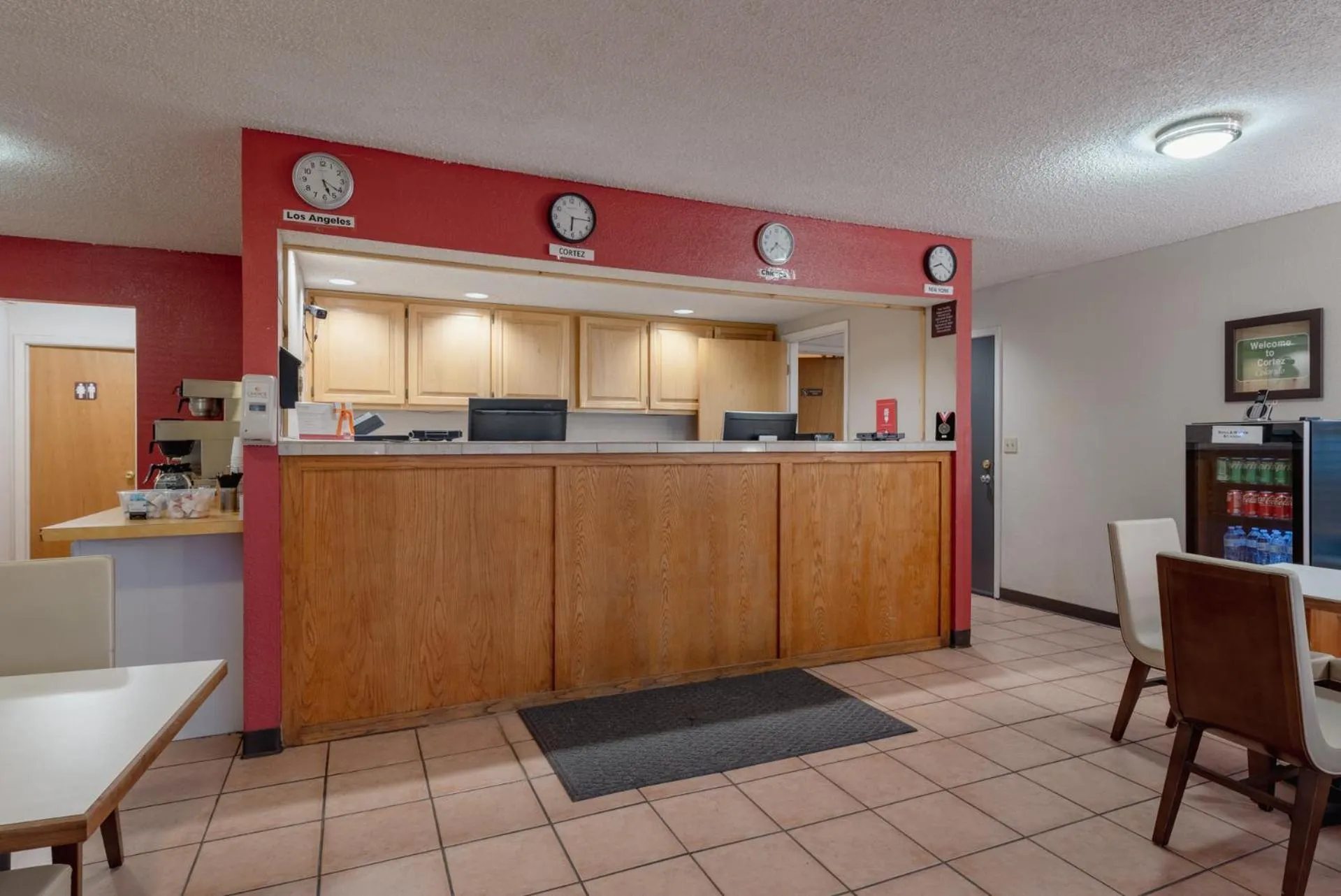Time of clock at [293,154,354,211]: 5:21
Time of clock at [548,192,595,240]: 6:15
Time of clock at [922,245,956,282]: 8:20
